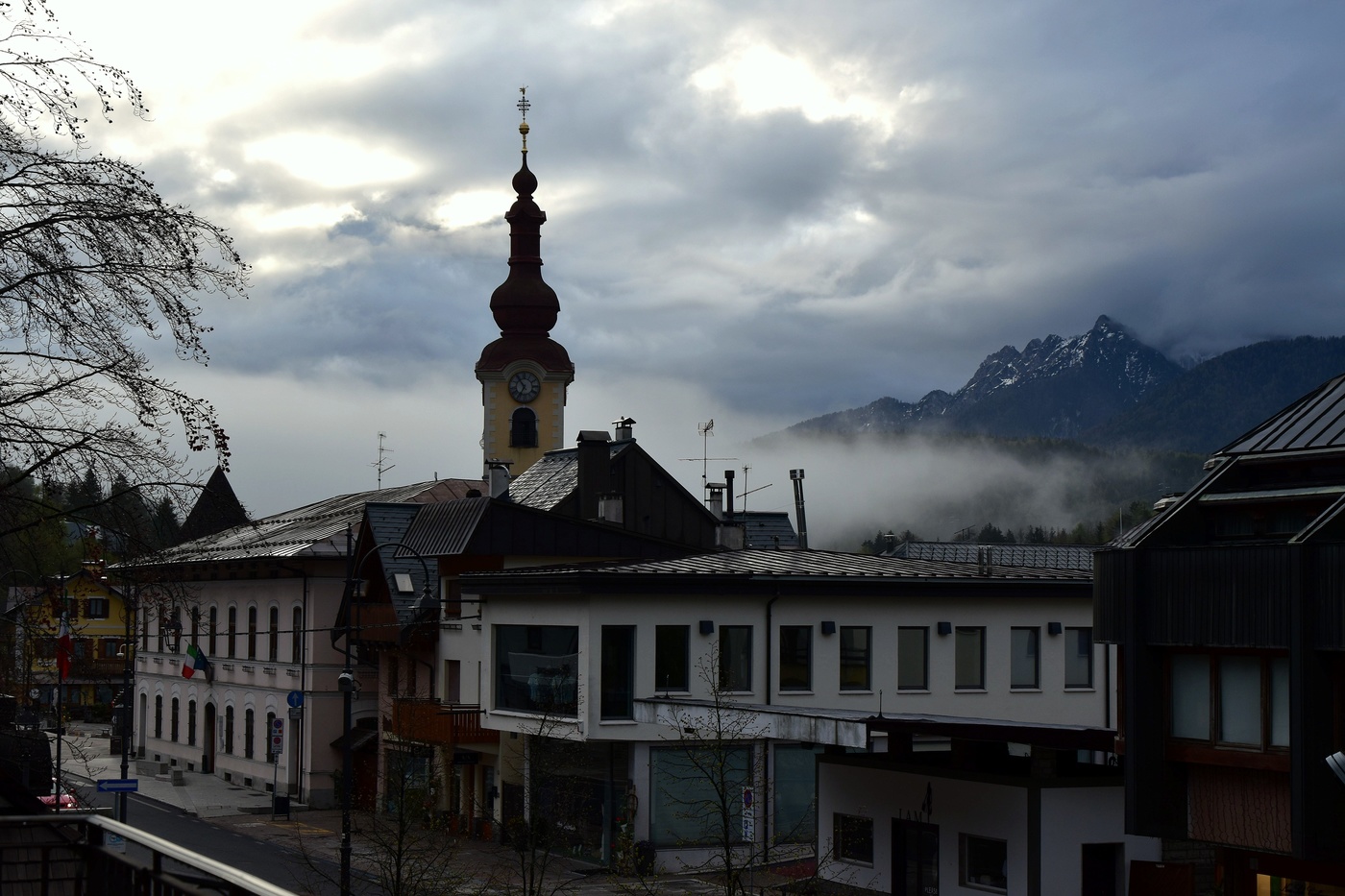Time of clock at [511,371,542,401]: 6:54
